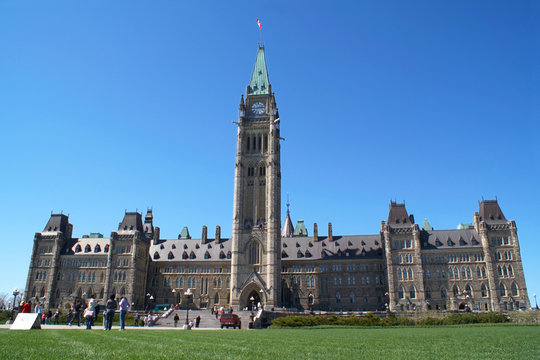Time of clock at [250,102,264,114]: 2:45
